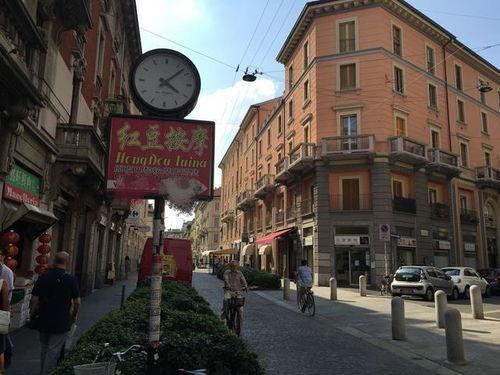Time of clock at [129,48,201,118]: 4:07
